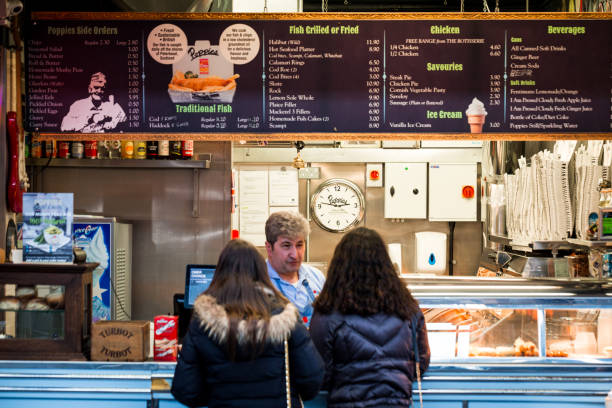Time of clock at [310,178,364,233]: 2:46
